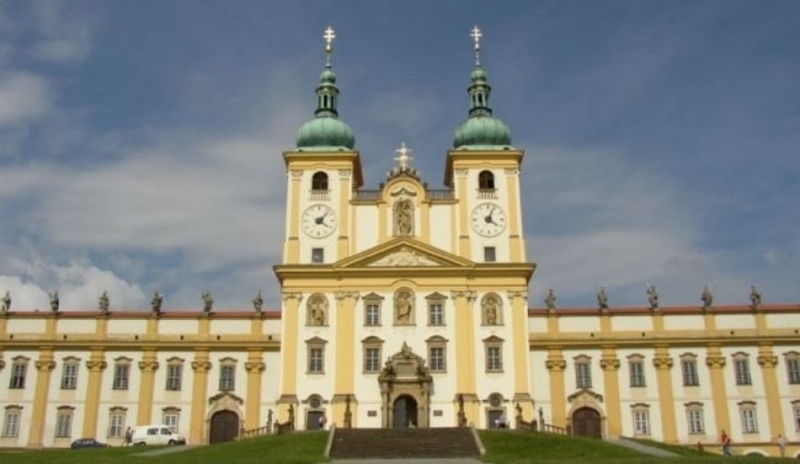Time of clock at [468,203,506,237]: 4:03
